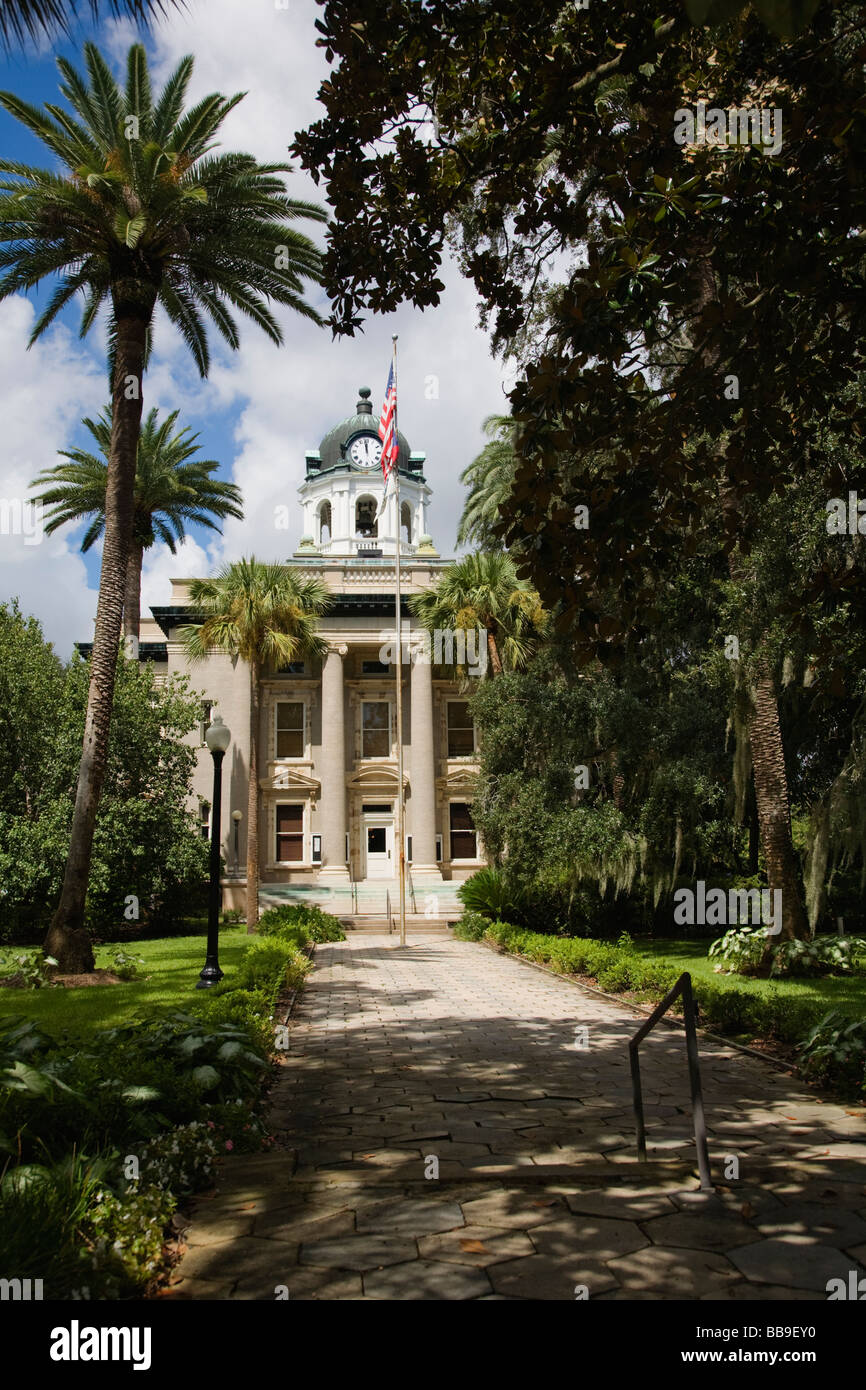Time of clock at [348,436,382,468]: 11:58
